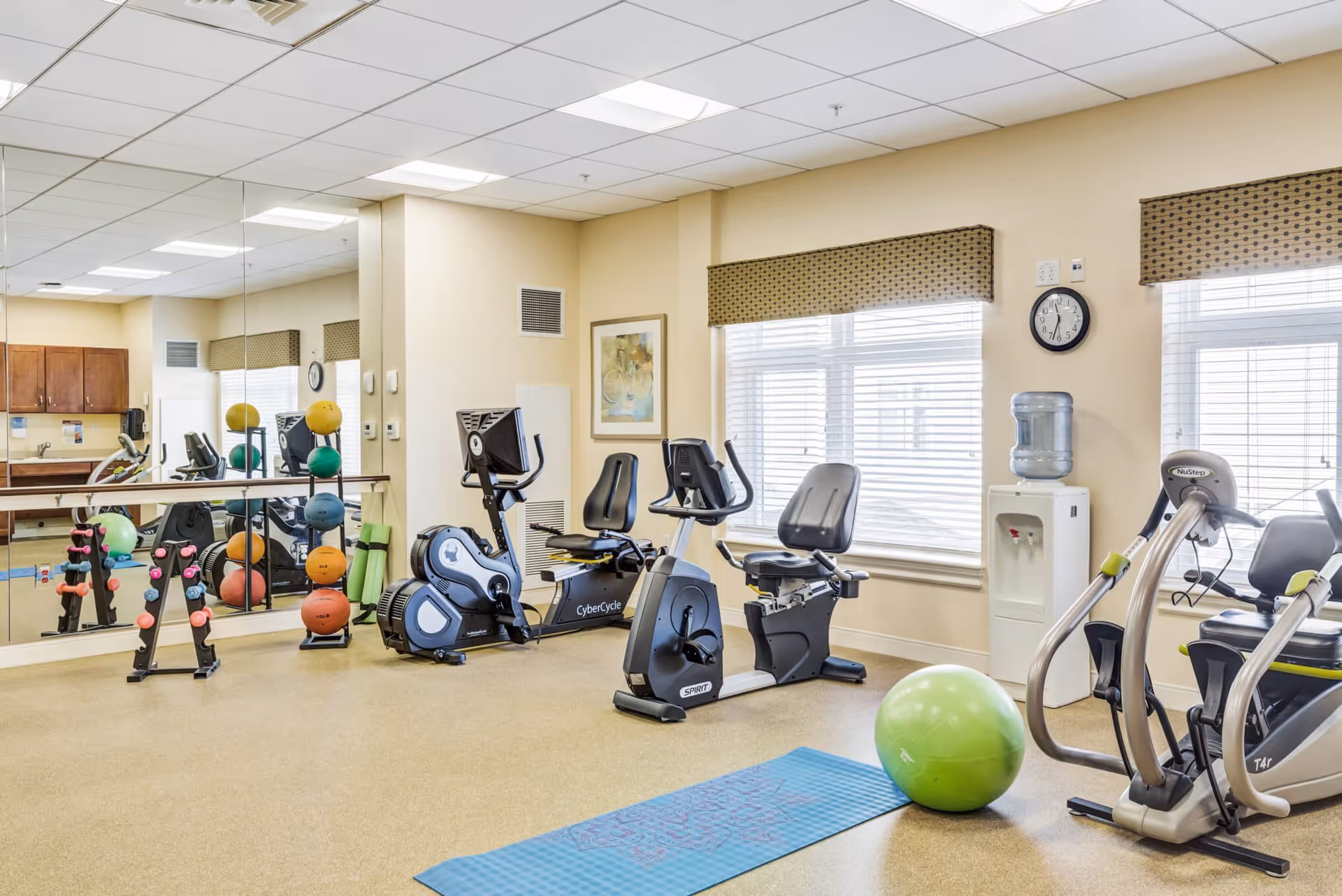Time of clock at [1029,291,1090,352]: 11:33
